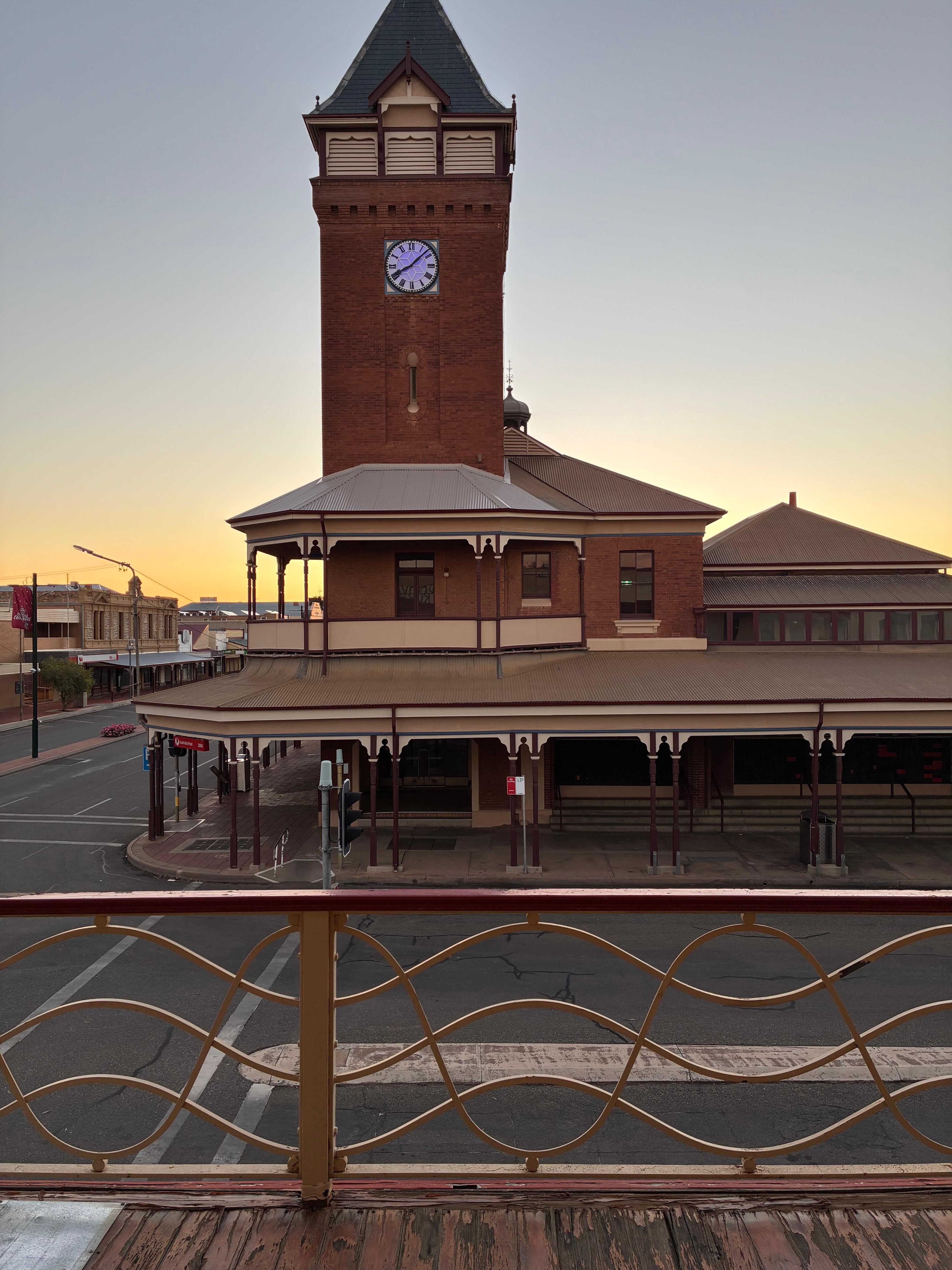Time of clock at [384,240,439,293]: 8:07
